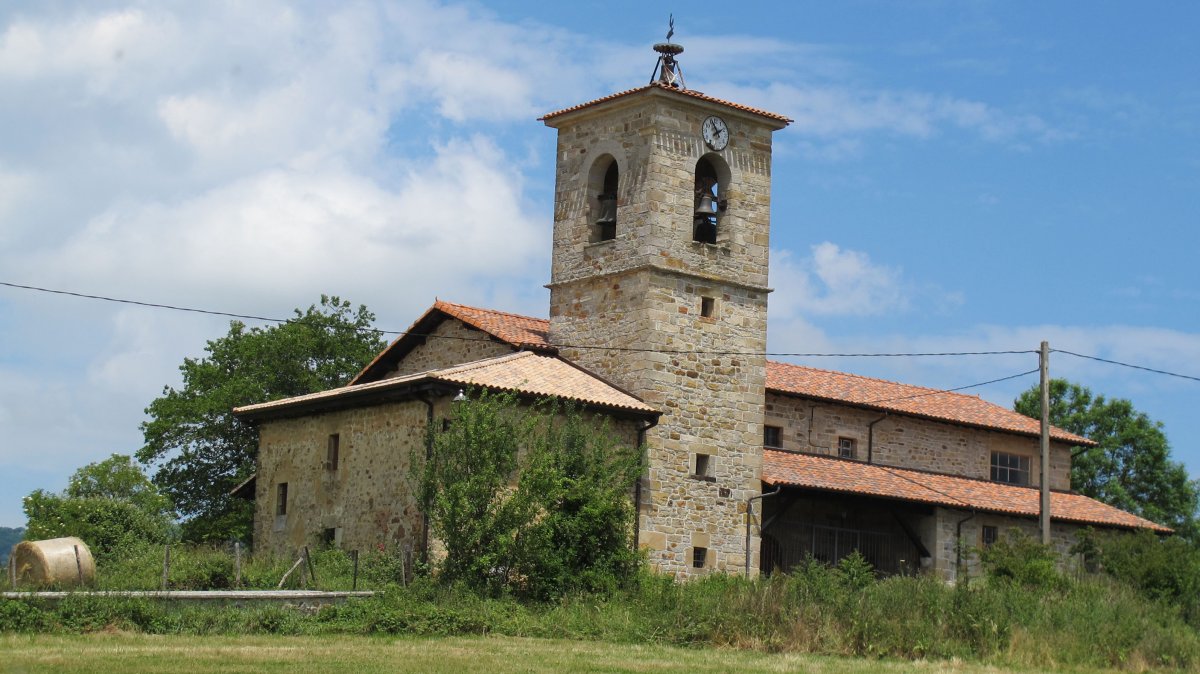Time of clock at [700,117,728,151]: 1:56
